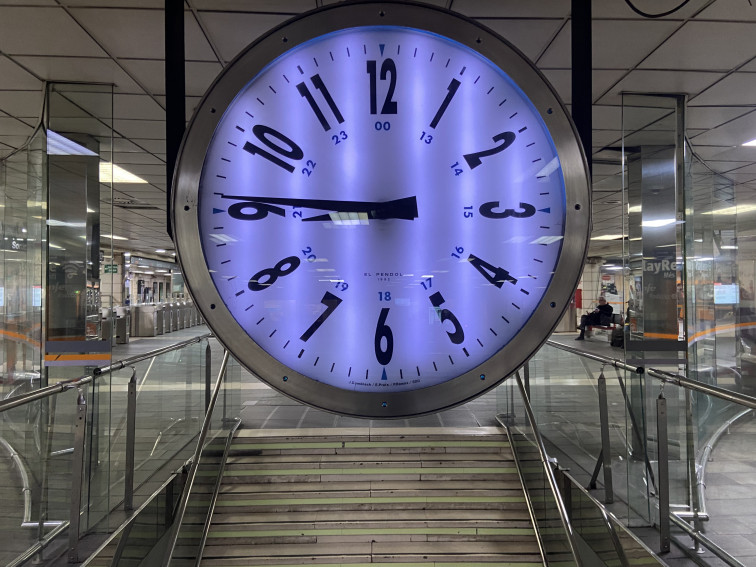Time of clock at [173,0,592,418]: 8:45
